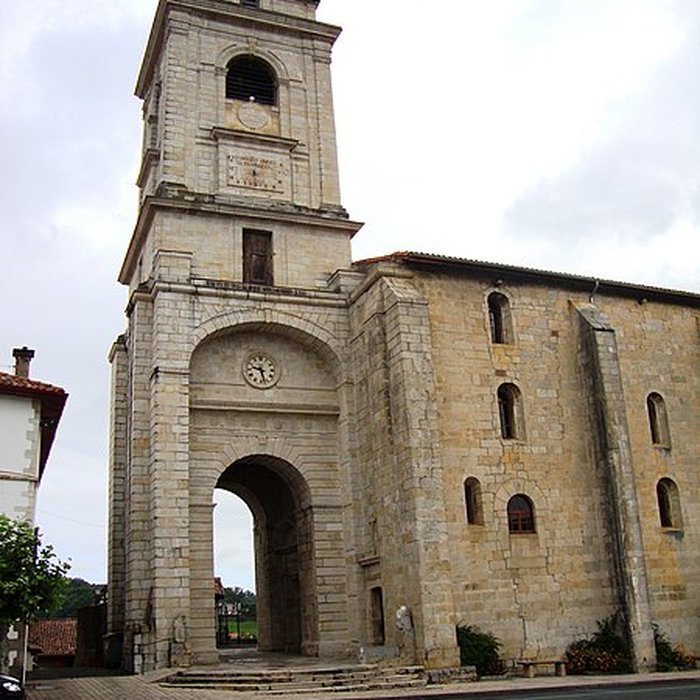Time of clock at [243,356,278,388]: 9:28
